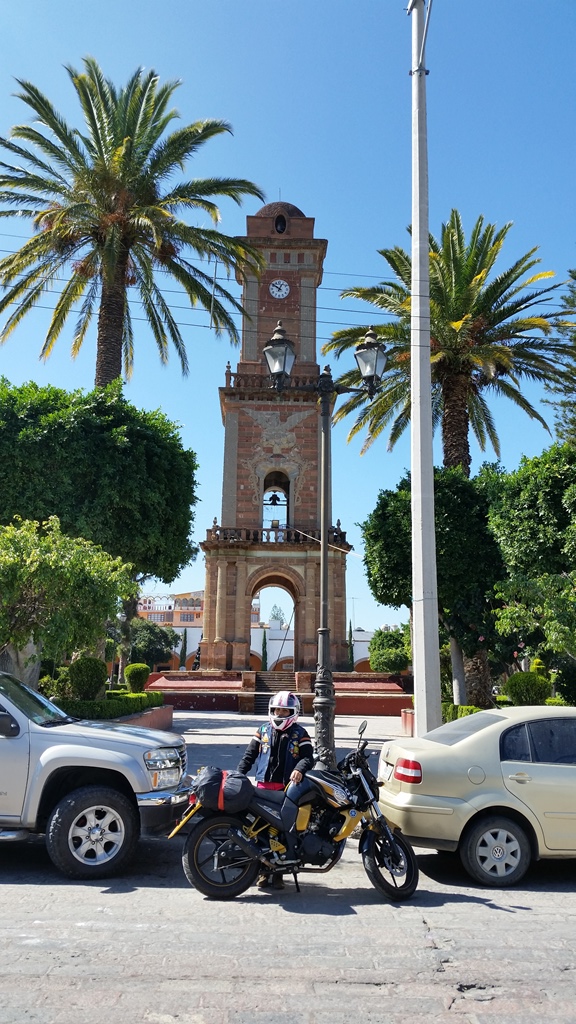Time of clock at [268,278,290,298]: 12:50
